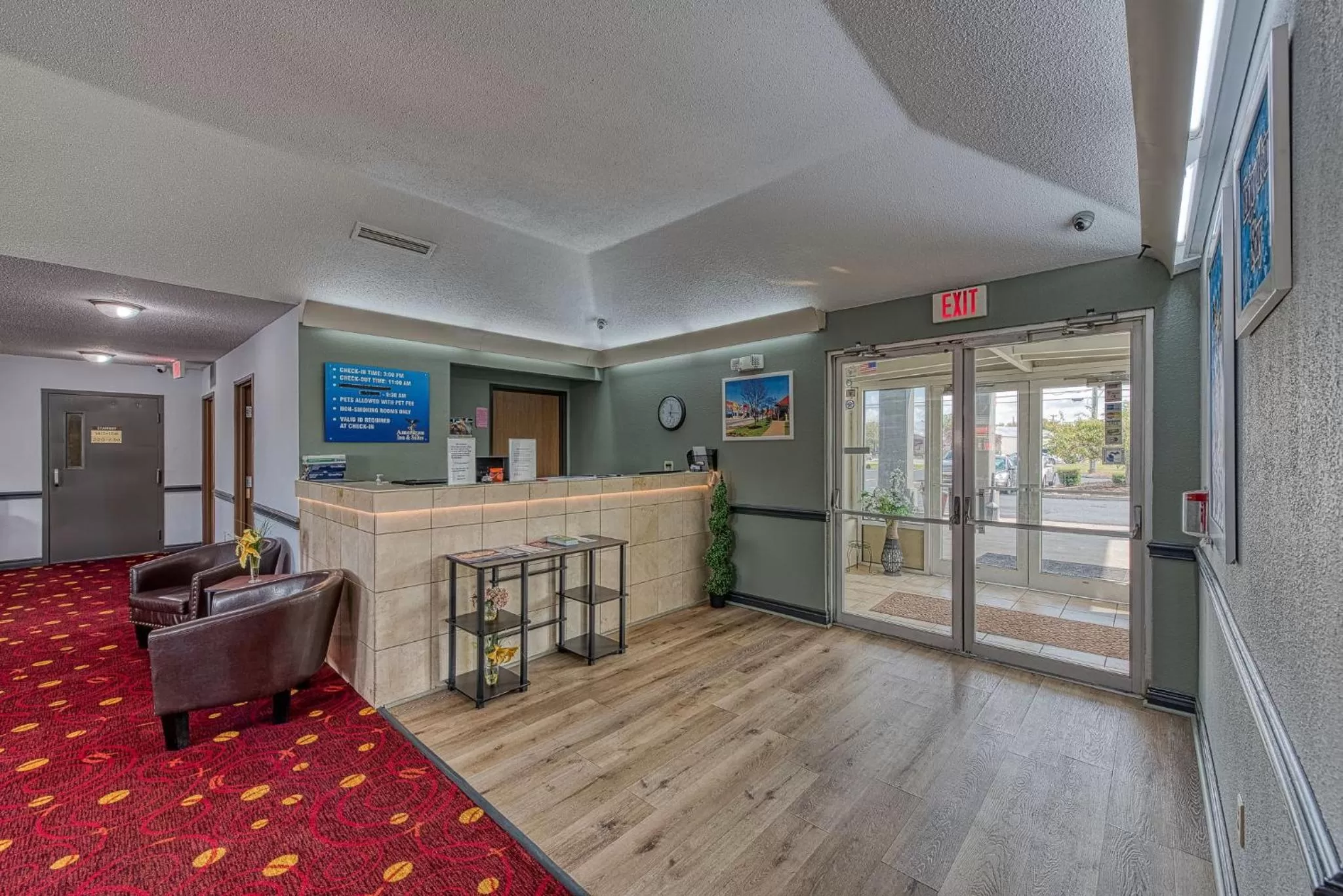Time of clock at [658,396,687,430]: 12:14
